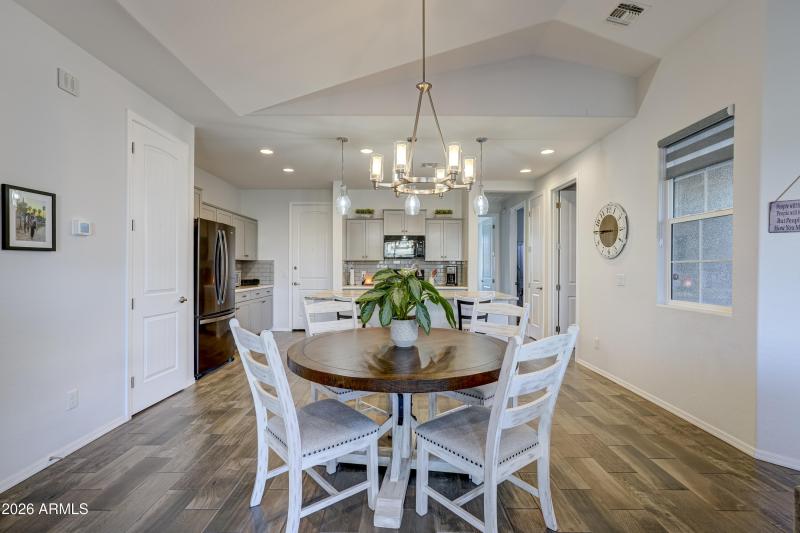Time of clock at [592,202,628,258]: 8:45
